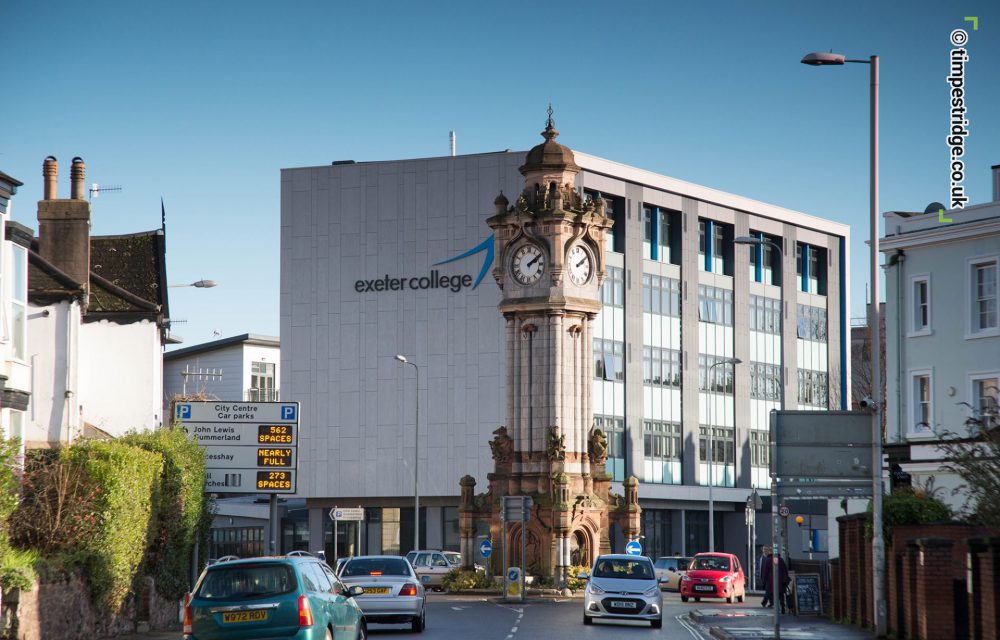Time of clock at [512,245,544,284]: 2:09
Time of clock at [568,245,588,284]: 2:09
